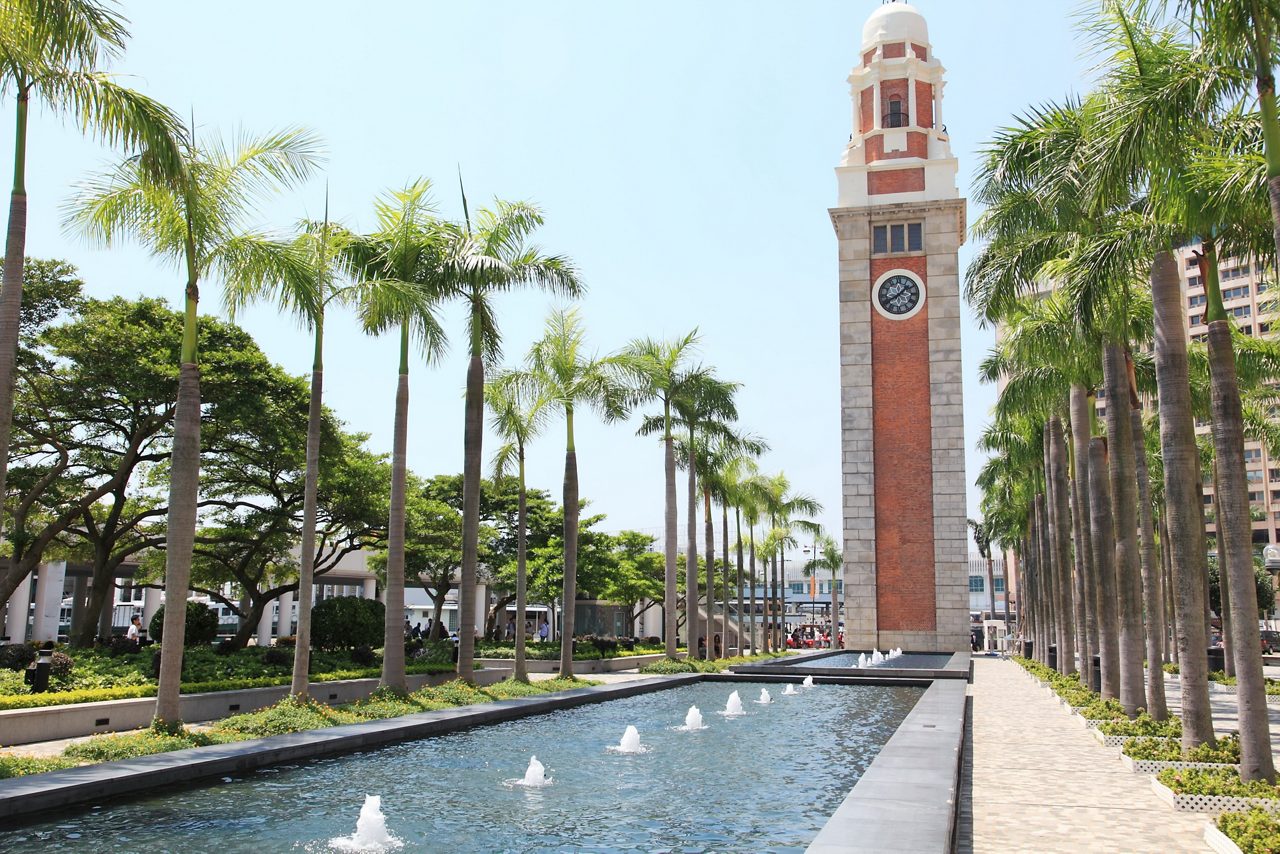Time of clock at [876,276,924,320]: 1:39
